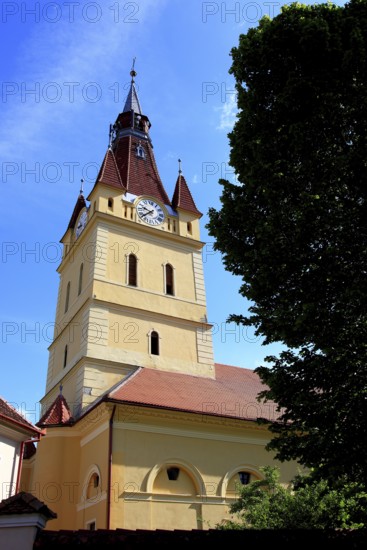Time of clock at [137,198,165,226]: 9:38
